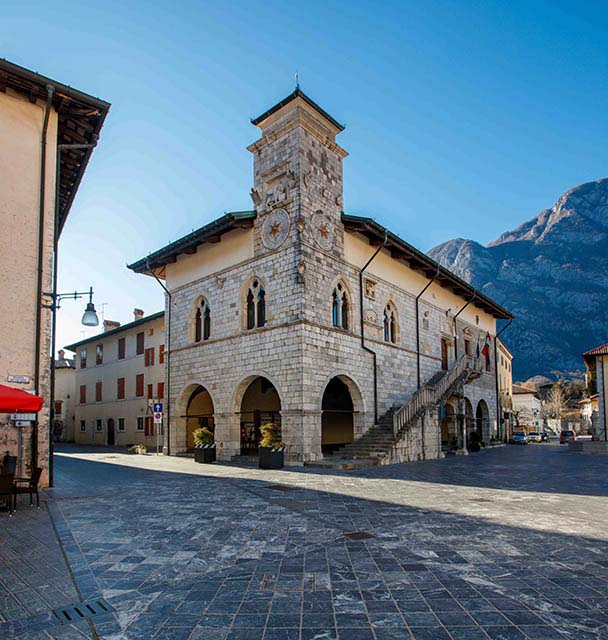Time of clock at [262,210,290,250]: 6:38
